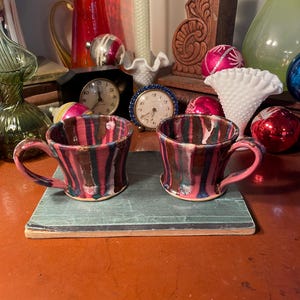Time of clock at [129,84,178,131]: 6:40
